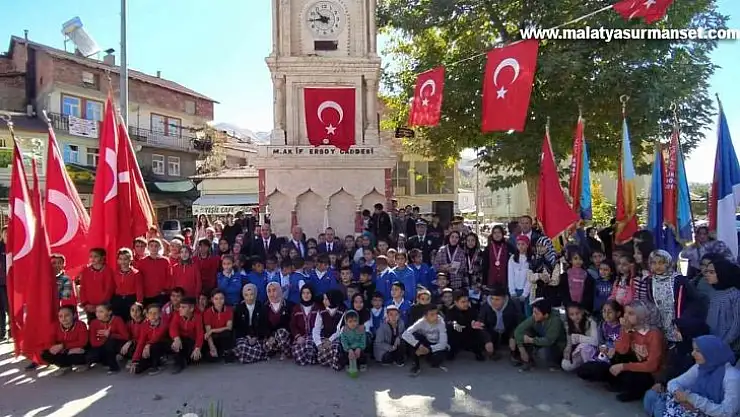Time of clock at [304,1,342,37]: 10:44
